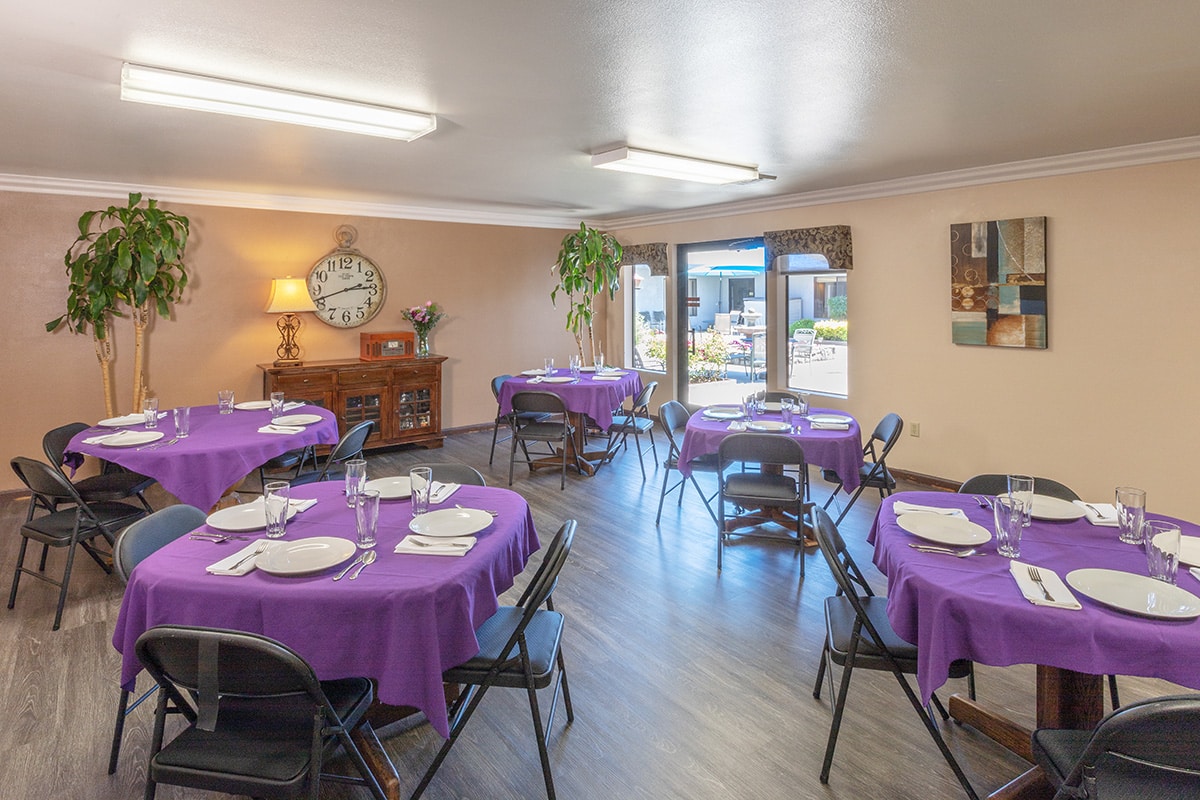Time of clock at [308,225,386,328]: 2:41
